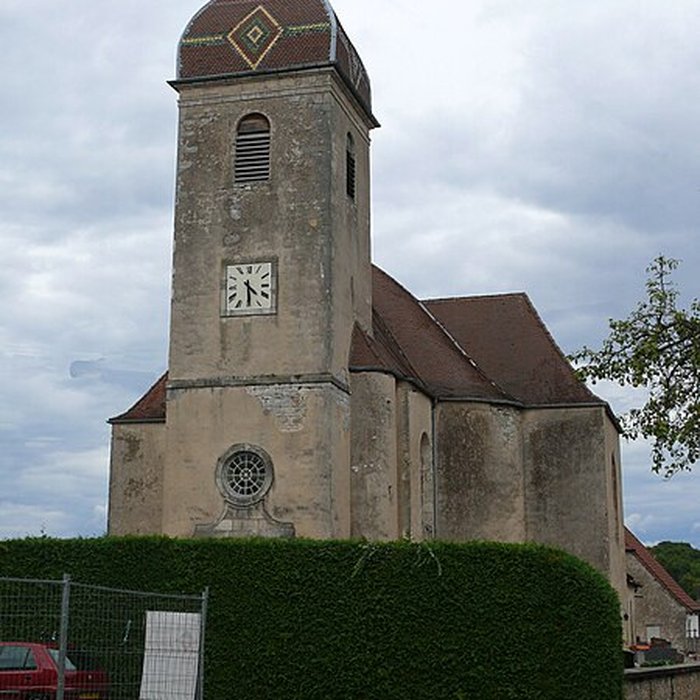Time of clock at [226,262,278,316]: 4:29
